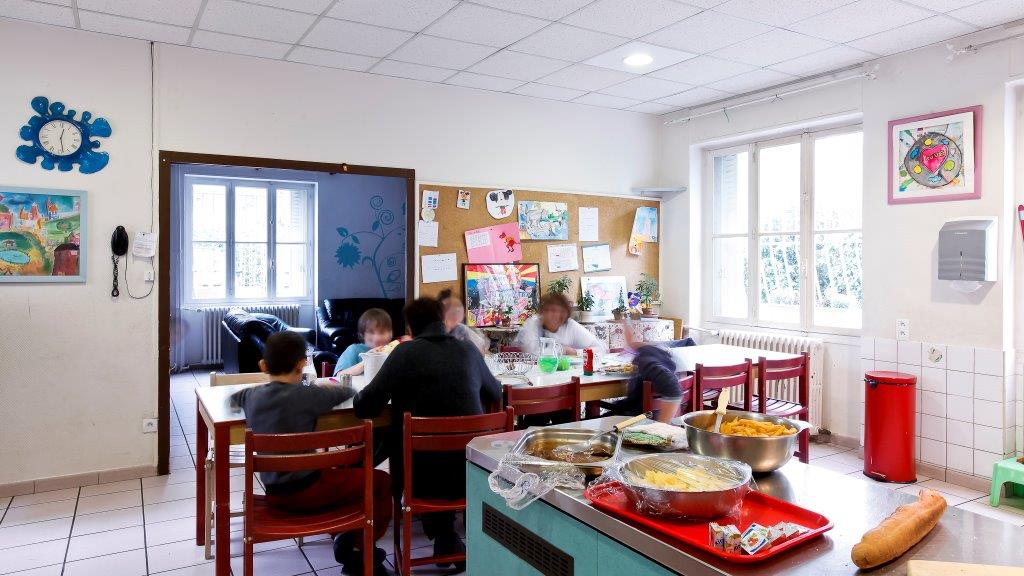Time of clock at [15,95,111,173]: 12:28
